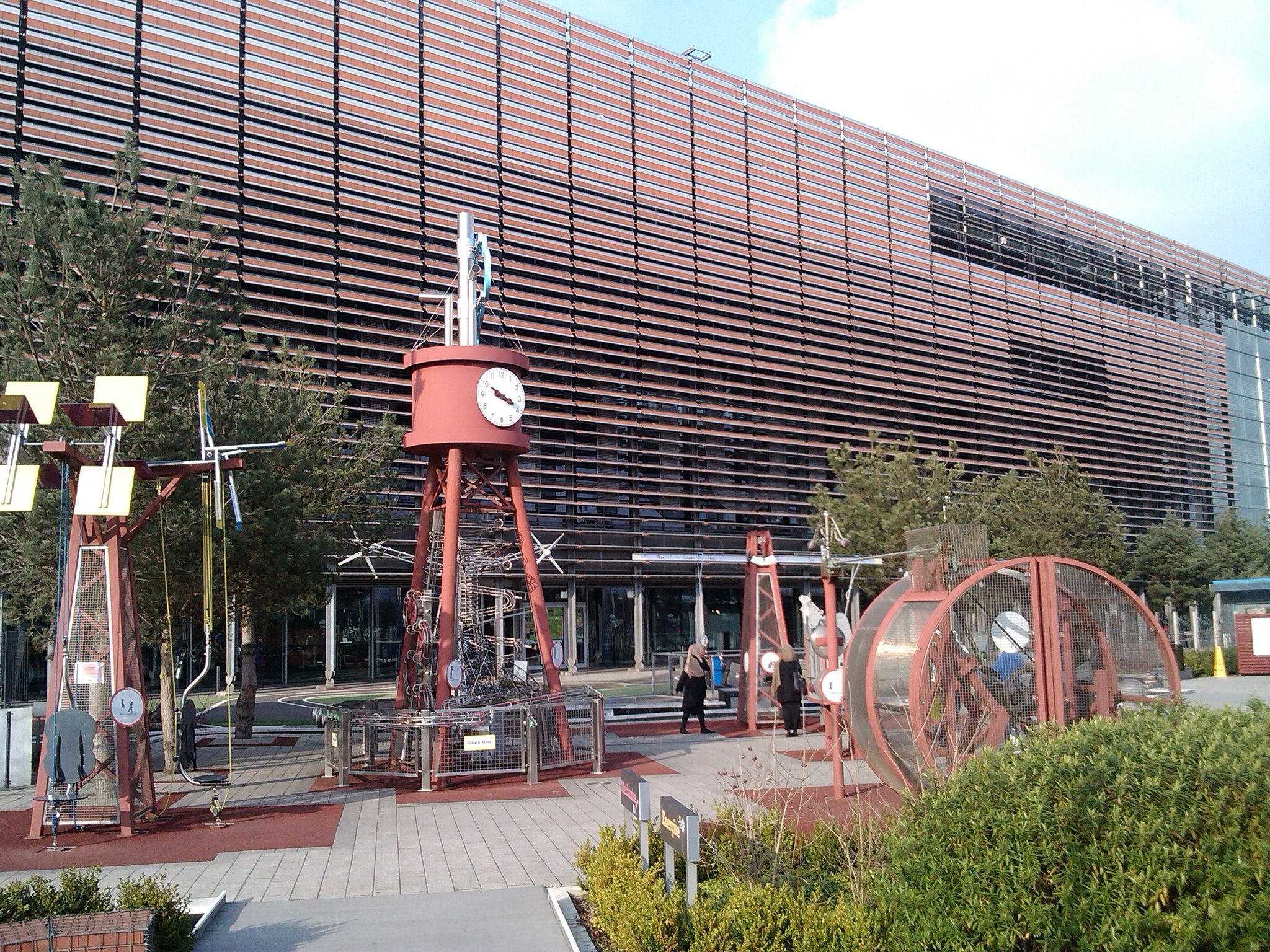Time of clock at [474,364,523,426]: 3:50
